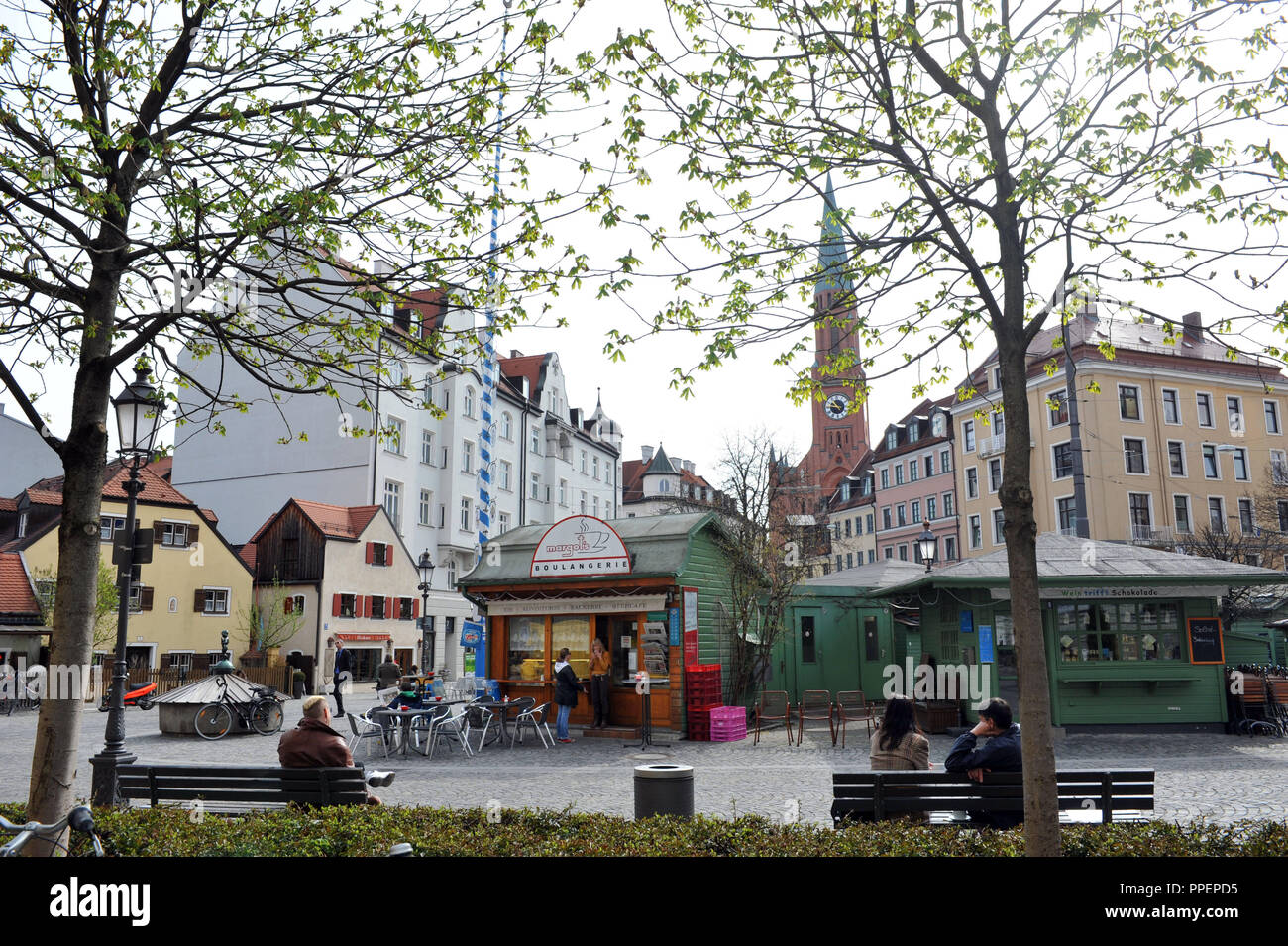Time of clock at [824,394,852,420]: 10:45
